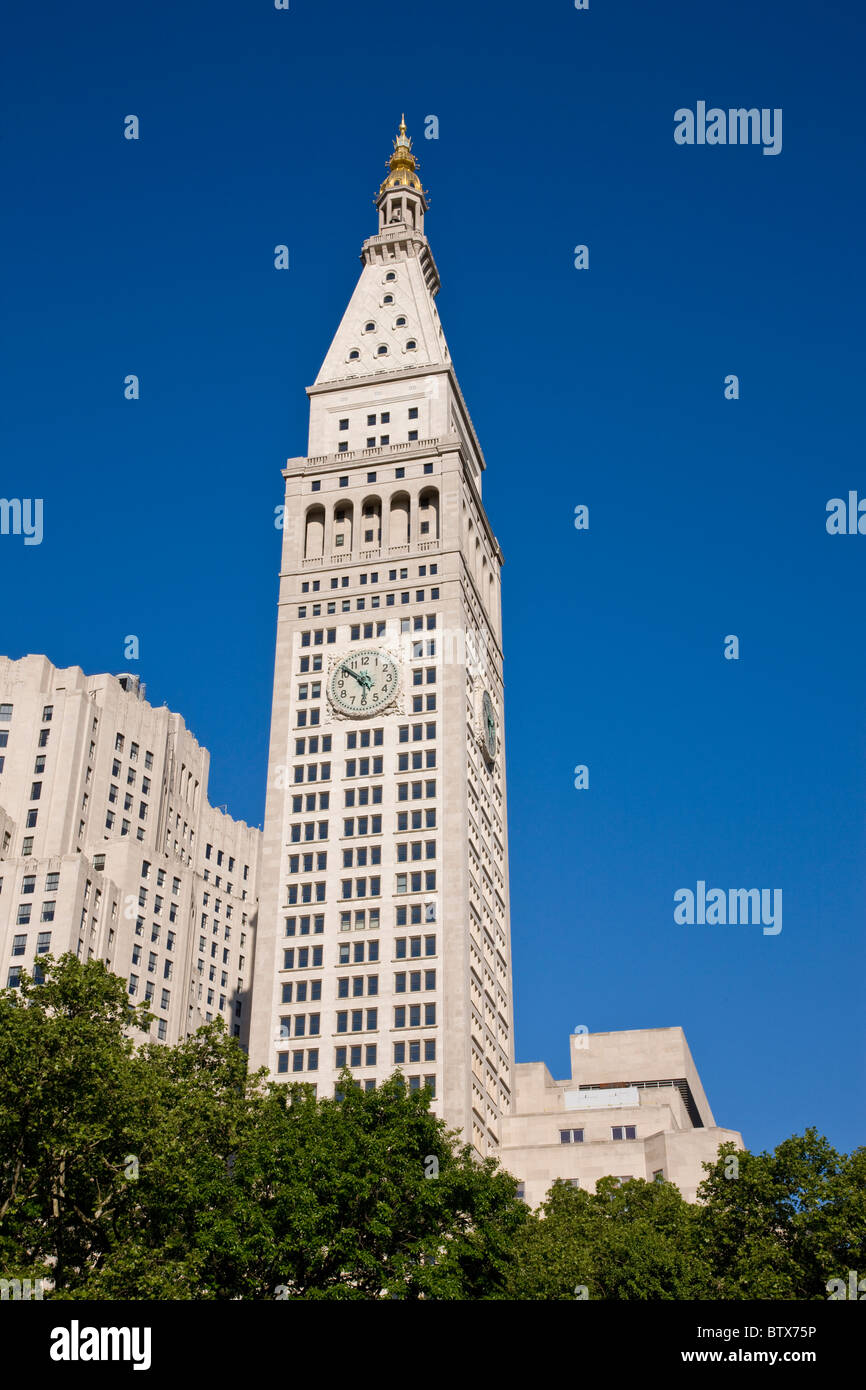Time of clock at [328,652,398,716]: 5:51
